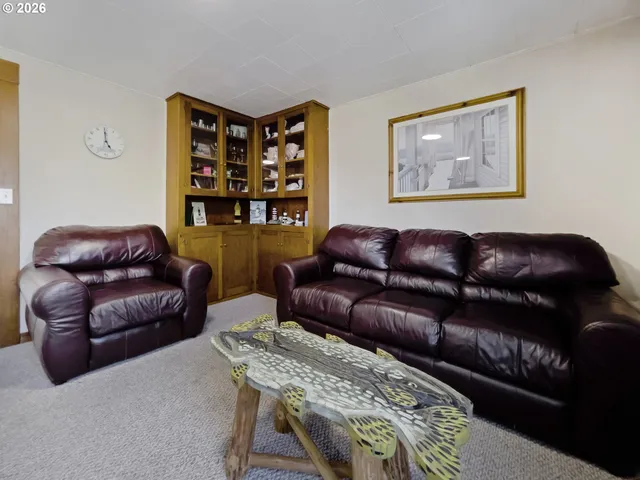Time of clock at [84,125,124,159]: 4:59
